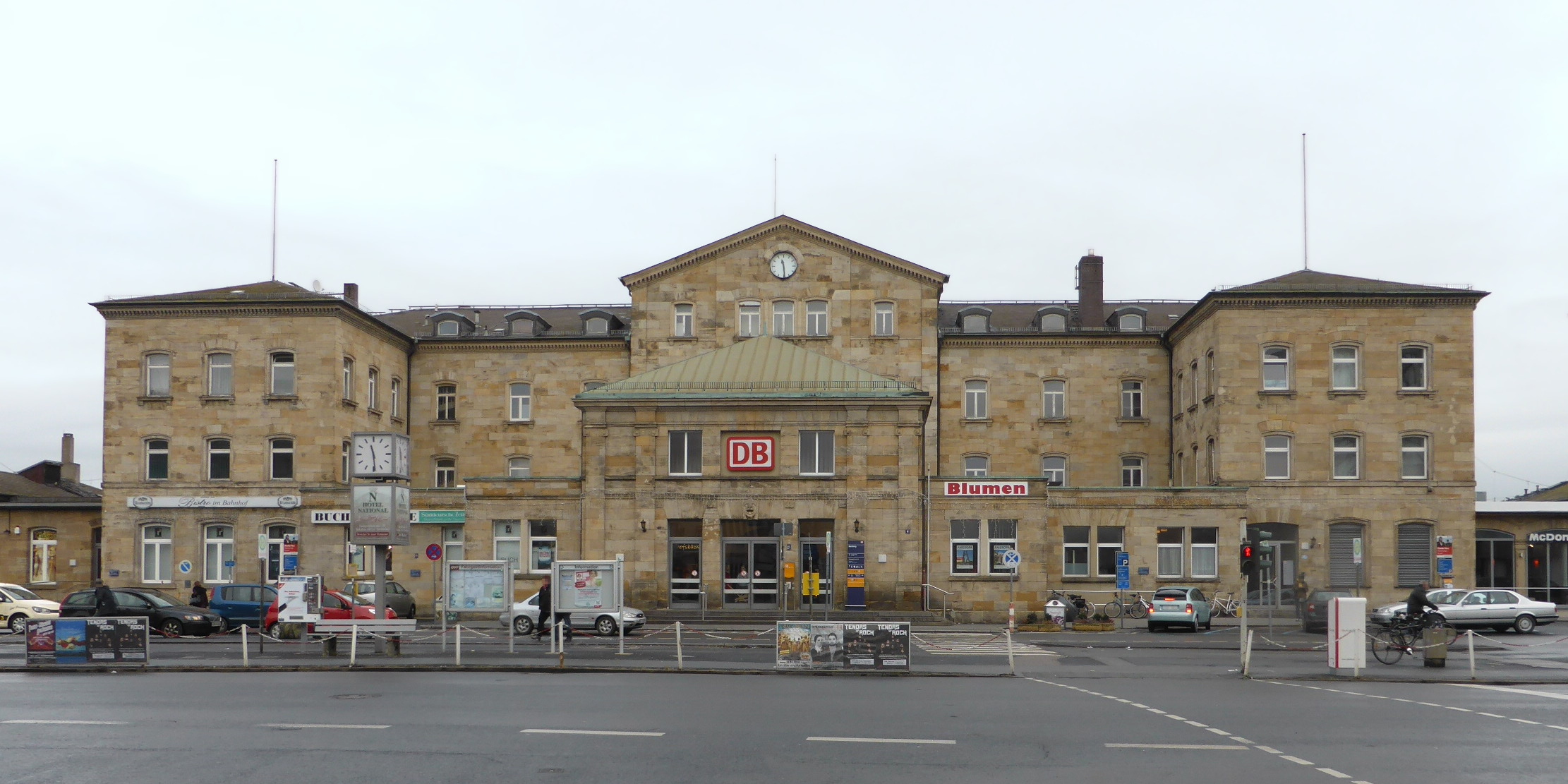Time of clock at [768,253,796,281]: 11:28
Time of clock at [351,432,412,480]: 11:29
